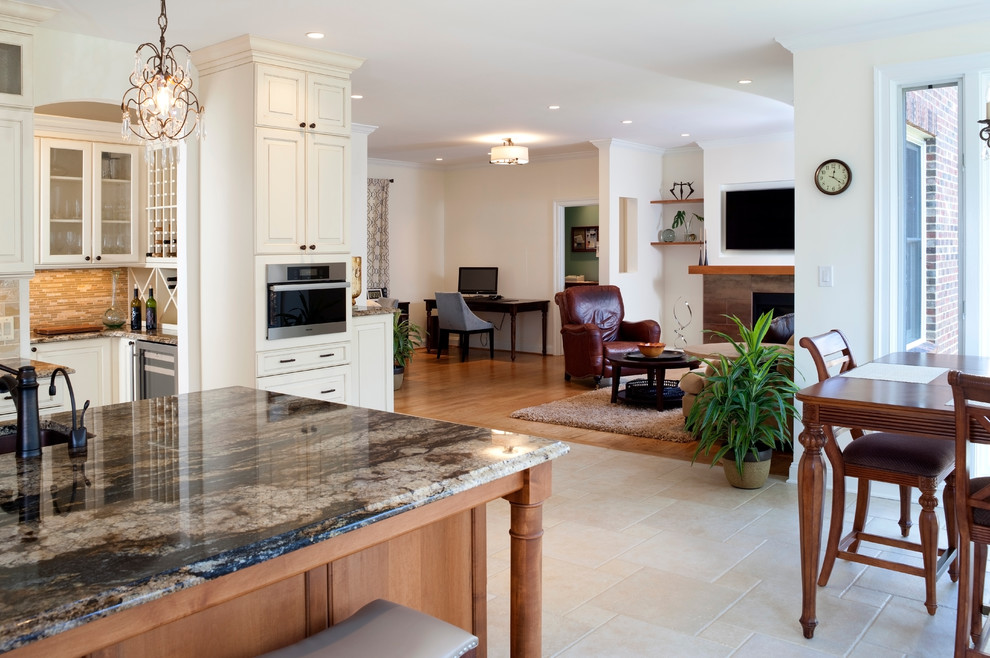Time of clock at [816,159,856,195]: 12:21
